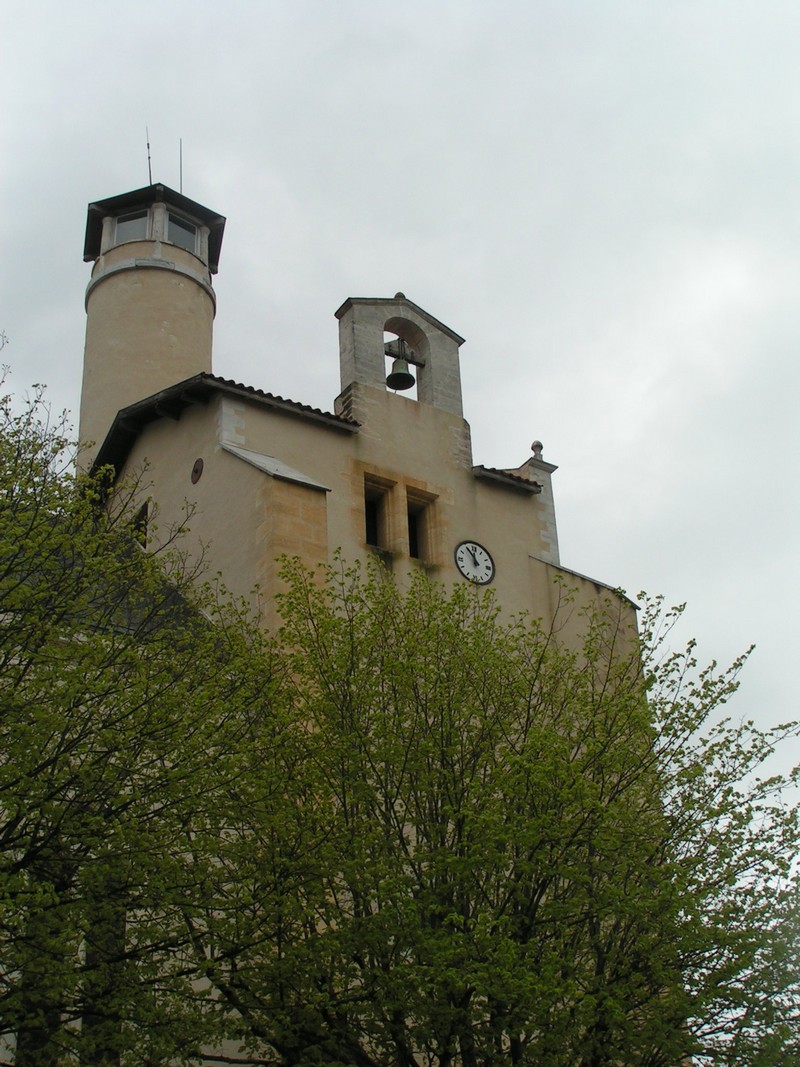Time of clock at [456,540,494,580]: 11:54
